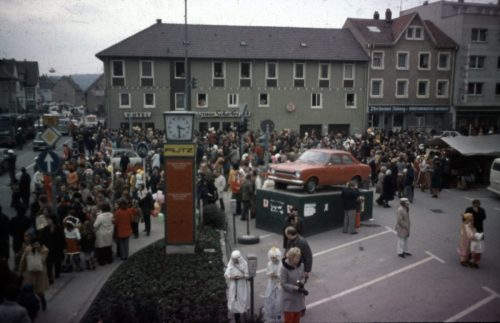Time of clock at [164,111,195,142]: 3:29
